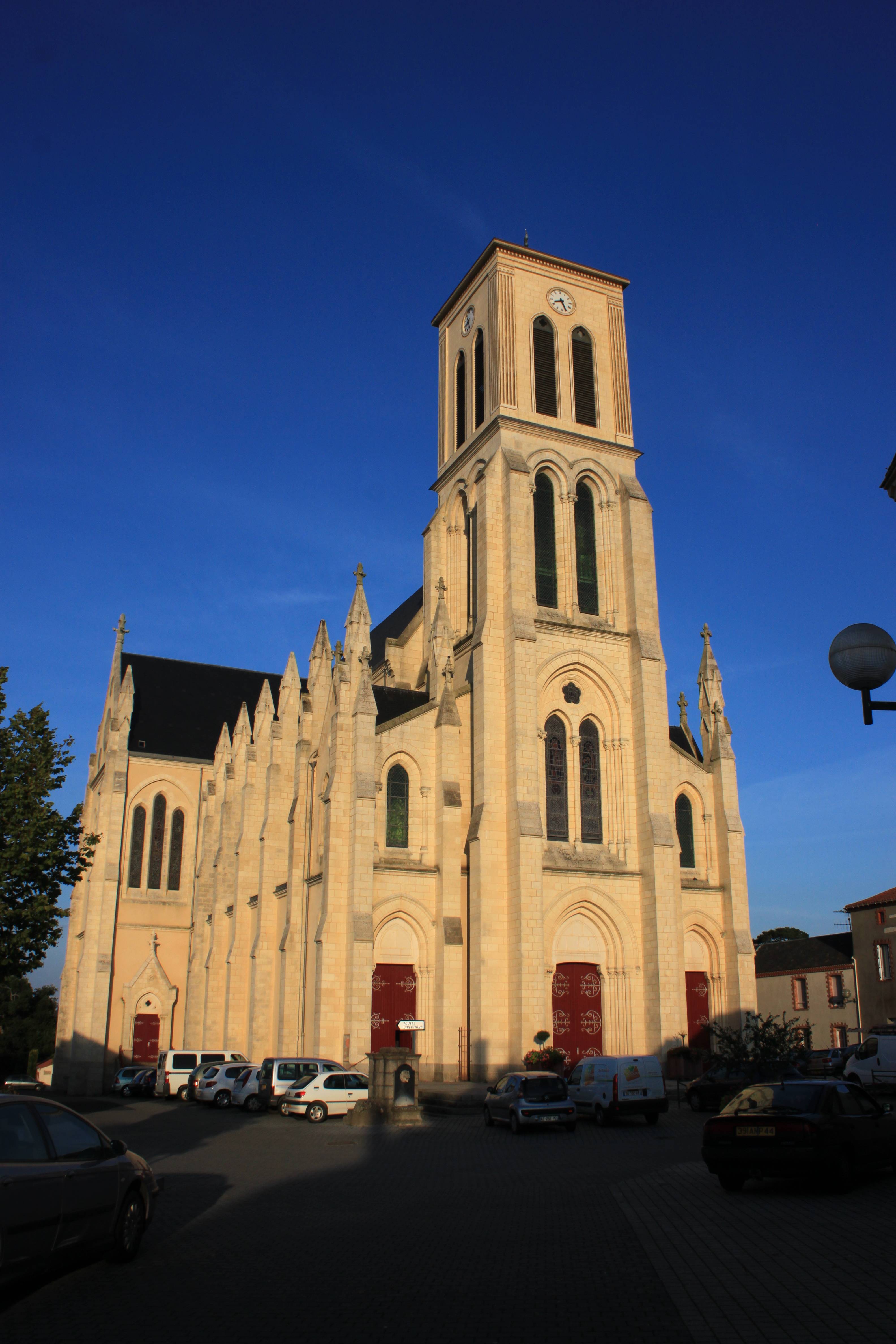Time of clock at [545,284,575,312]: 8:26
